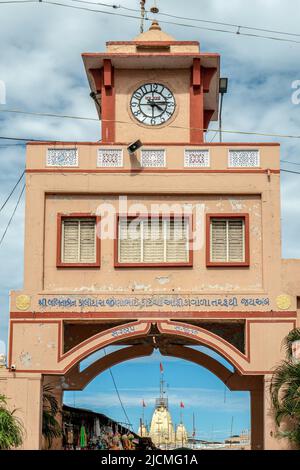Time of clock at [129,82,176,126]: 4:14
